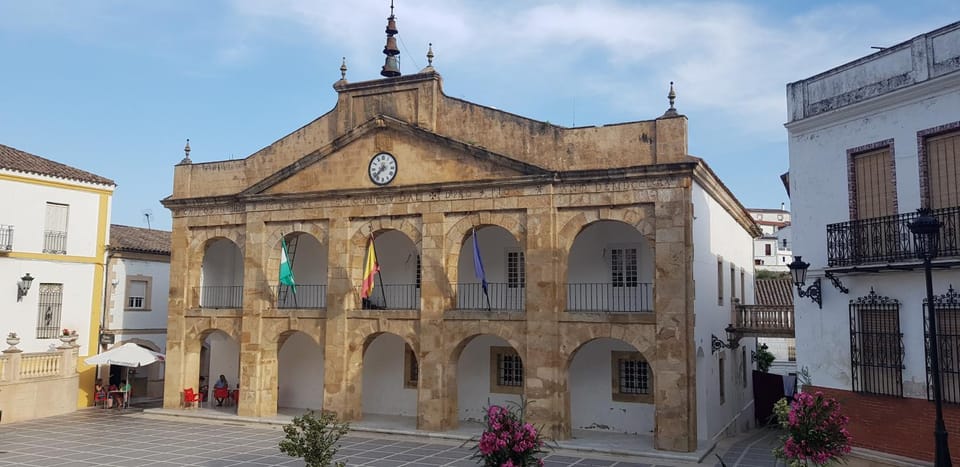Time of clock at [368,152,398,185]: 7:37
